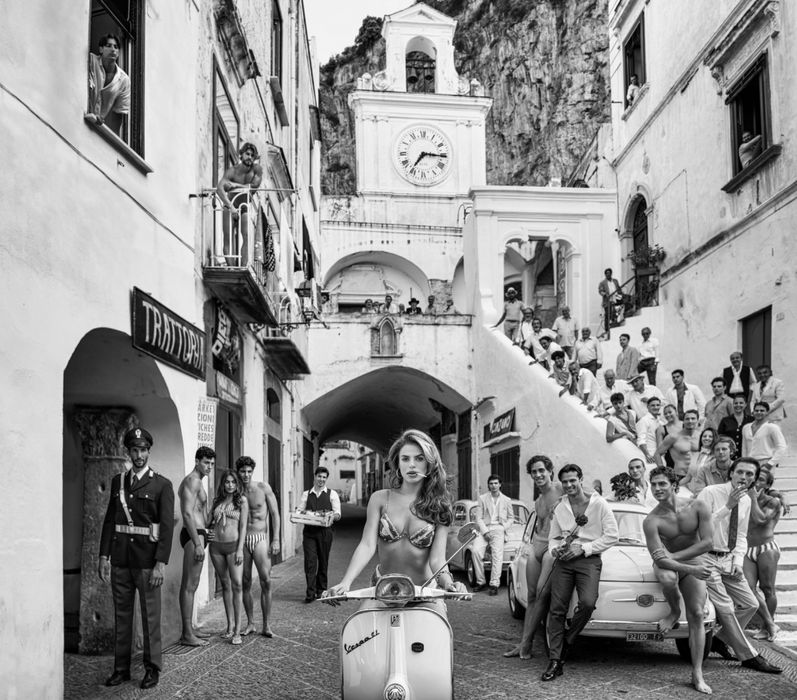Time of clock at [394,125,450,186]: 7:15
